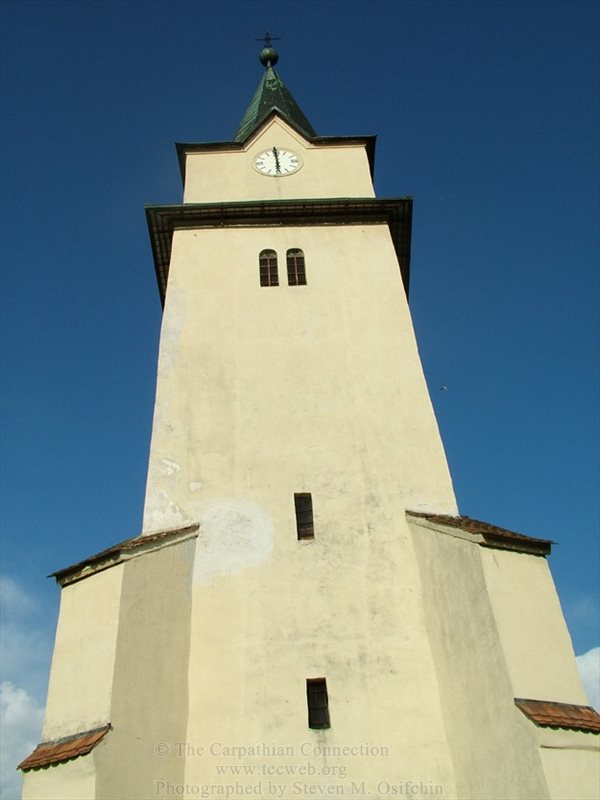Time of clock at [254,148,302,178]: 5:59
